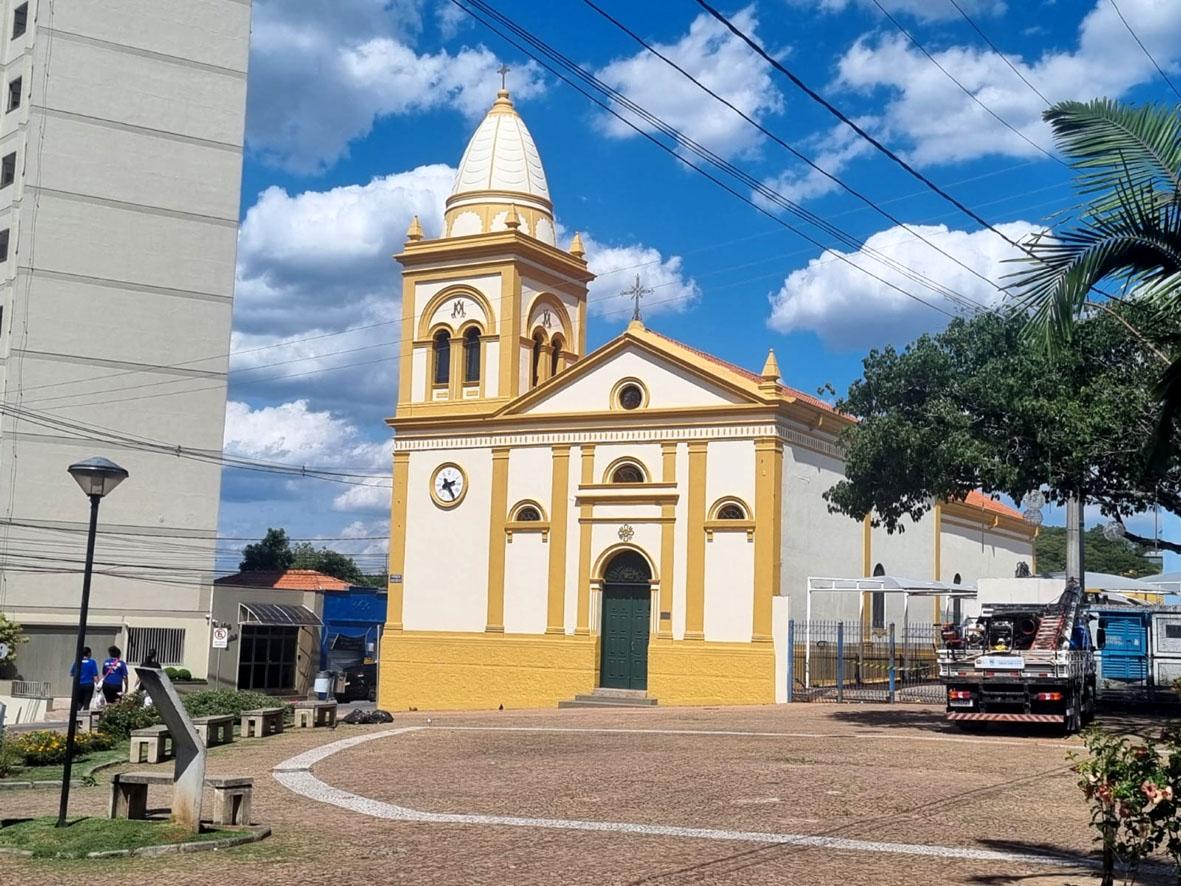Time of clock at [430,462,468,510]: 2:24
